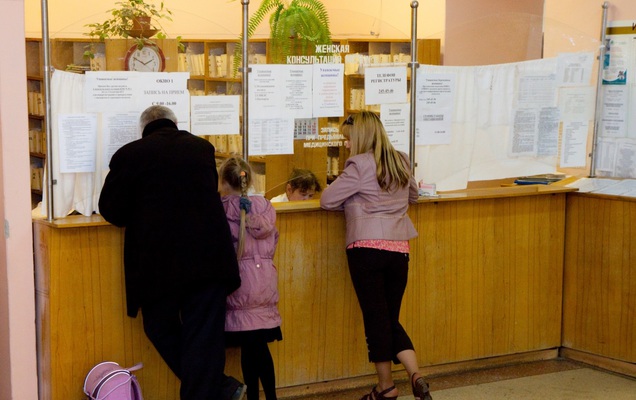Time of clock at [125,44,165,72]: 1:50
